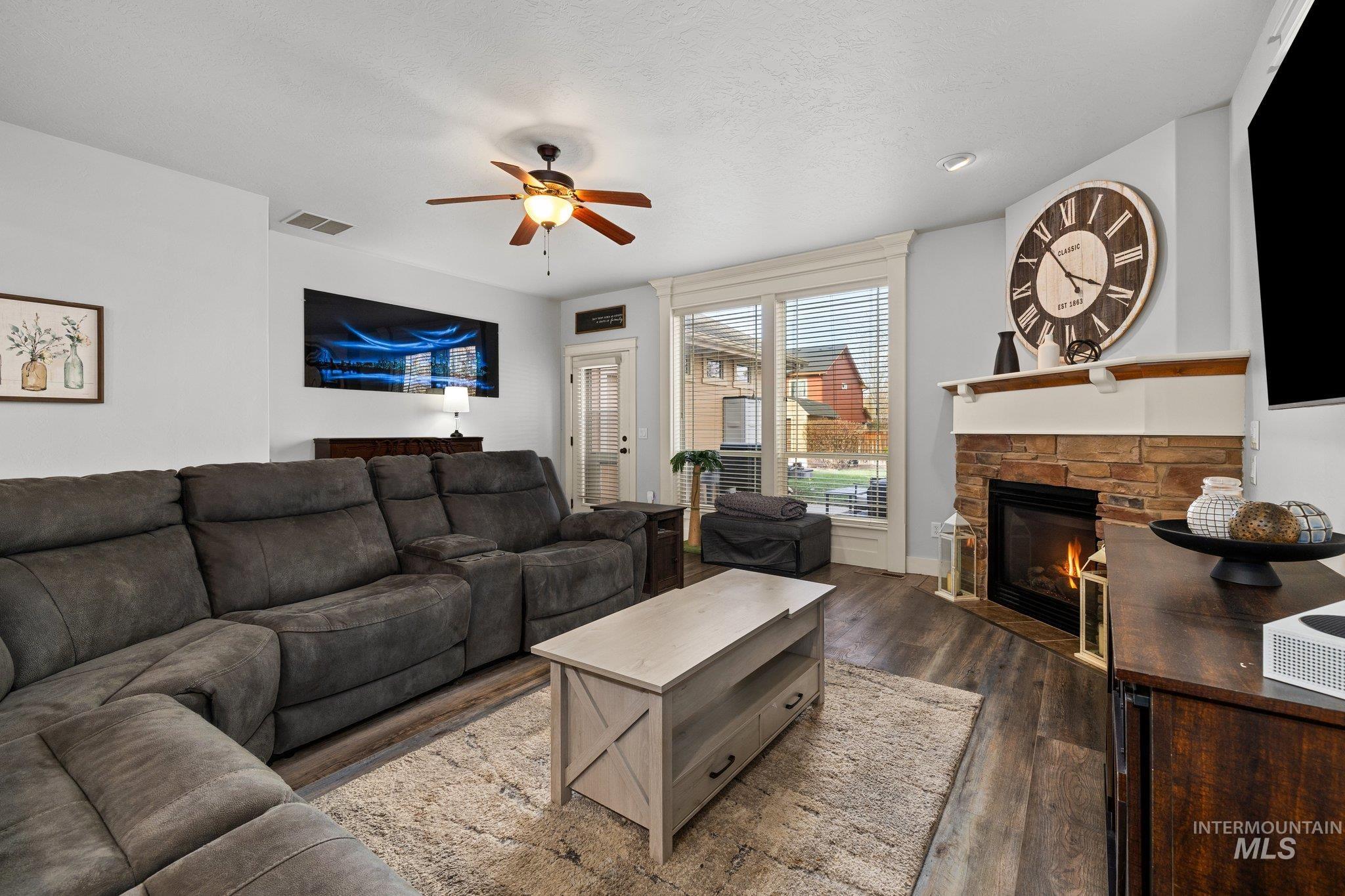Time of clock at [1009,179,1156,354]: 3:54
